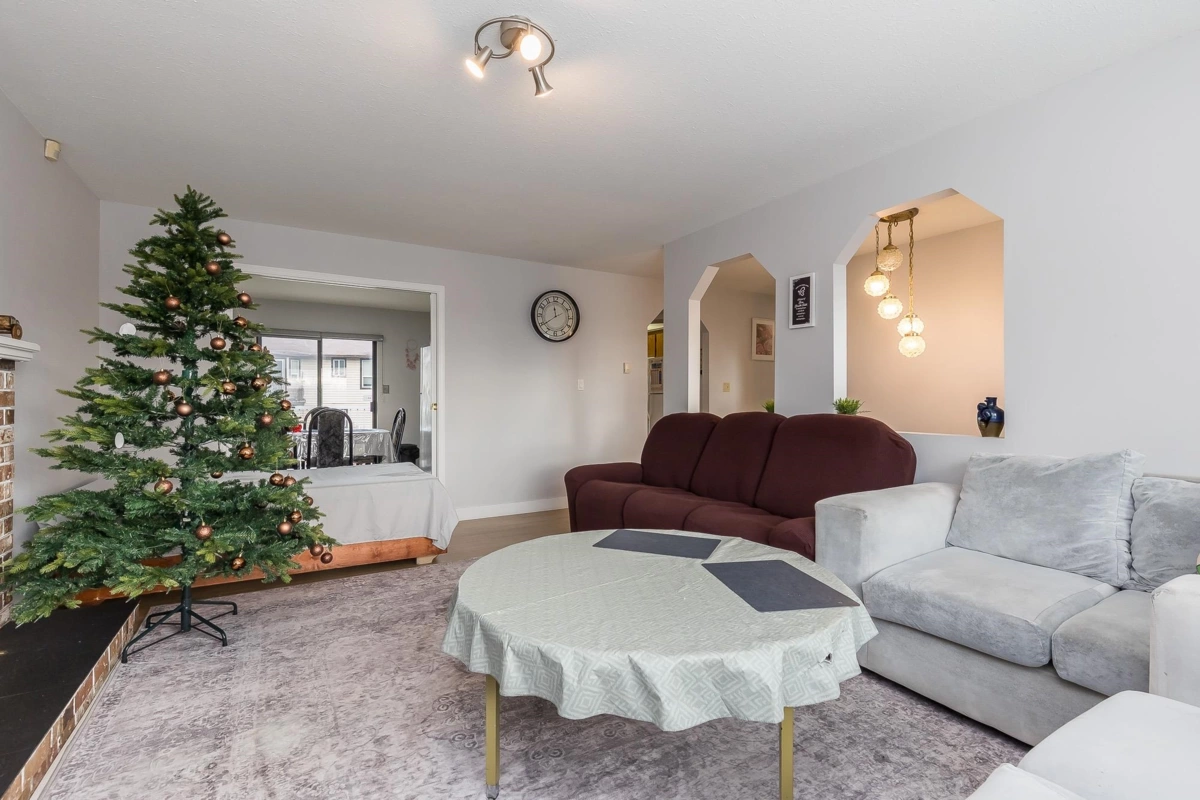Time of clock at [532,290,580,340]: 11:39
